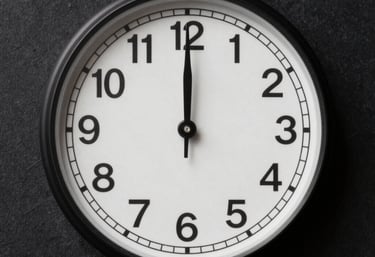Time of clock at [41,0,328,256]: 12:00
